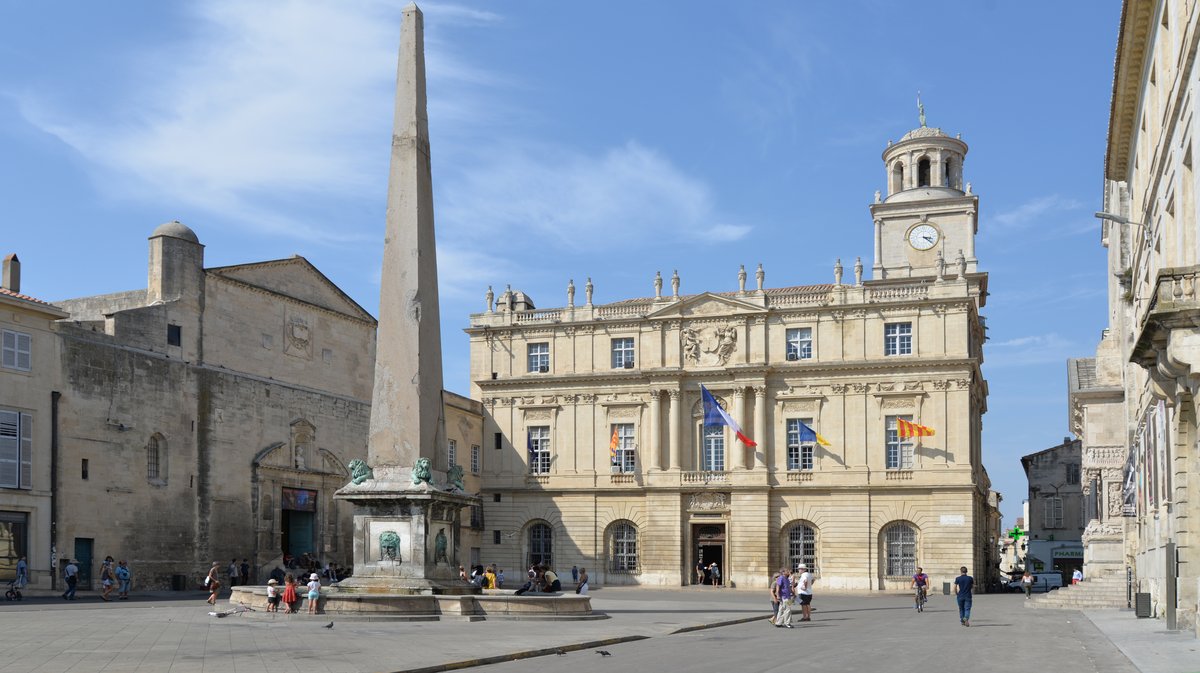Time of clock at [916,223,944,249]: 3:21
